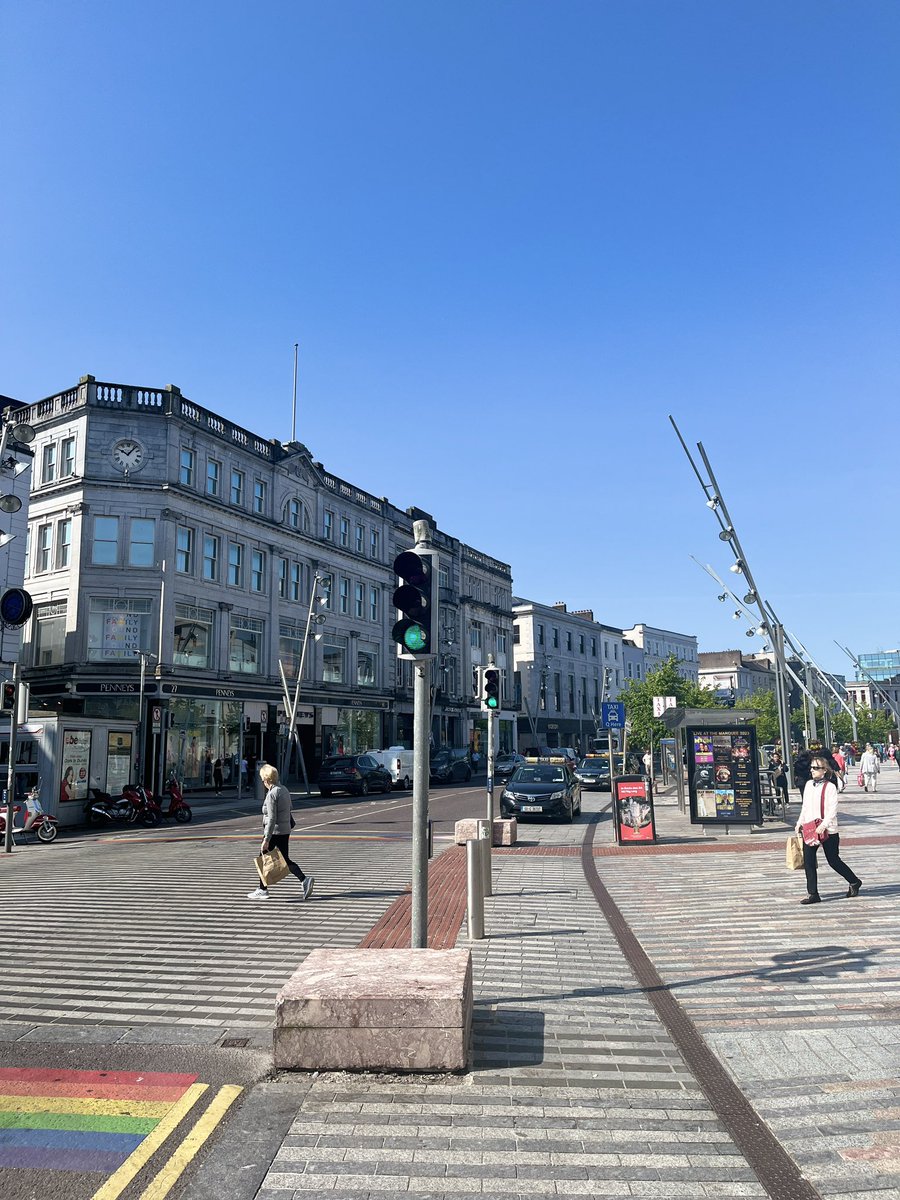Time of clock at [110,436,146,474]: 10:06
